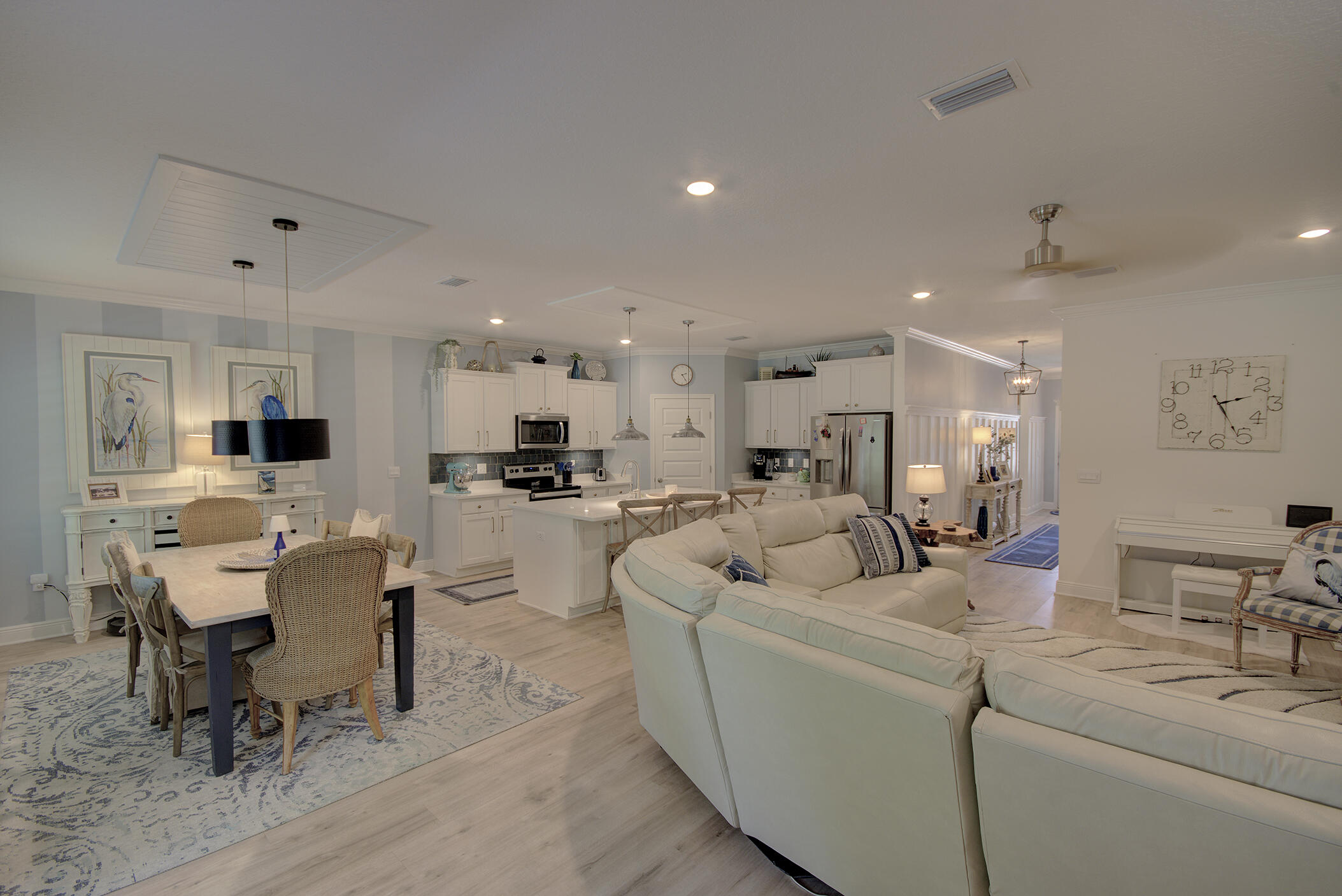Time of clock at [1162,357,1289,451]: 2:25
